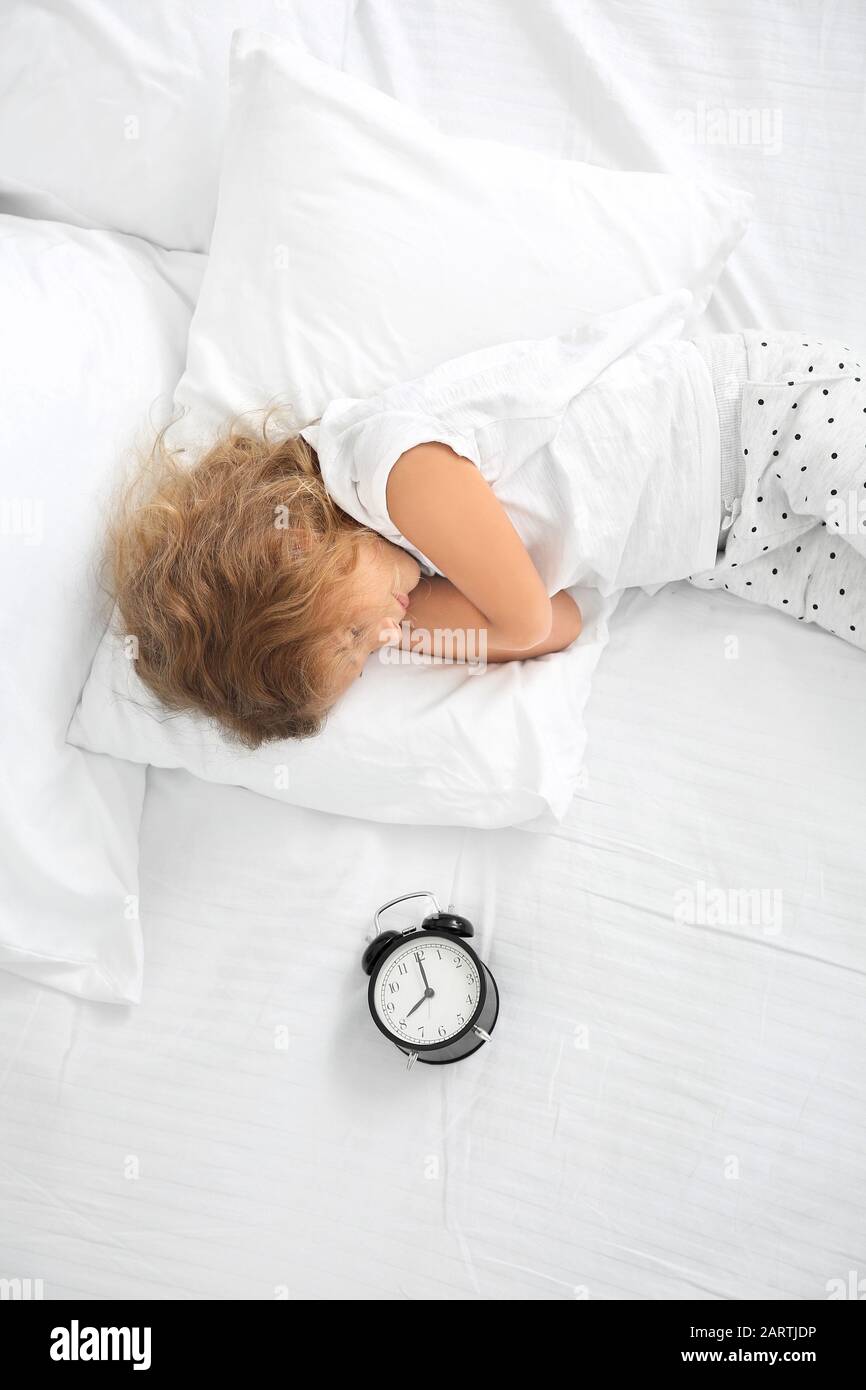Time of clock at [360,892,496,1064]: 8:00
